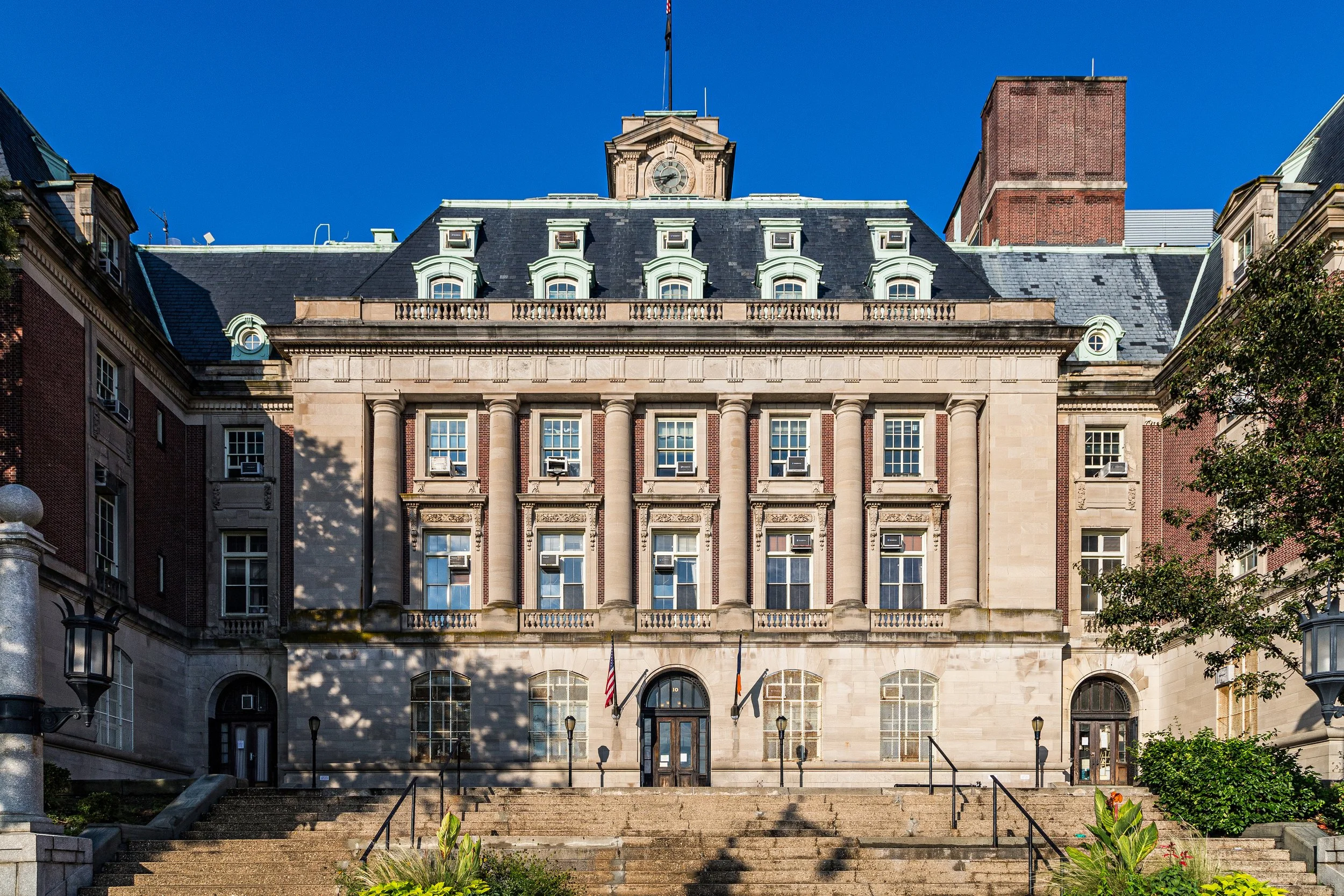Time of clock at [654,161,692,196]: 7:43
